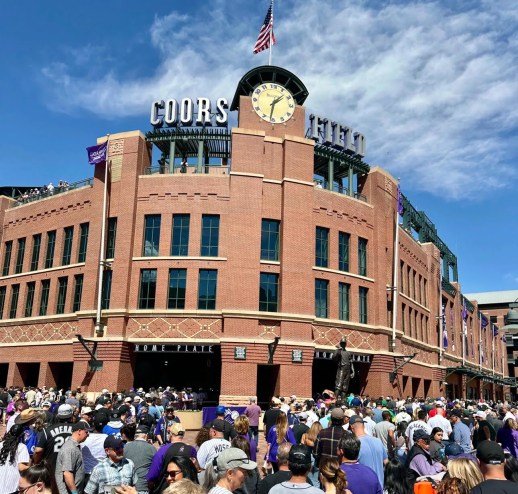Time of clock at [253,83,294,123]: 1:31
